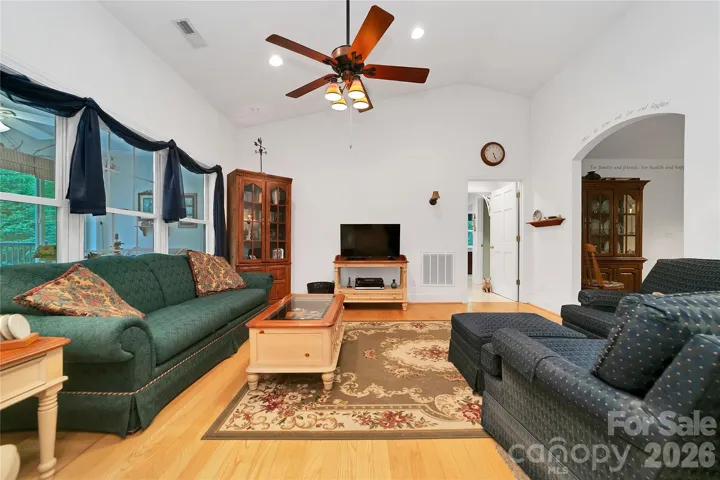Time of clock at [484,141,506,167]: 5:26
